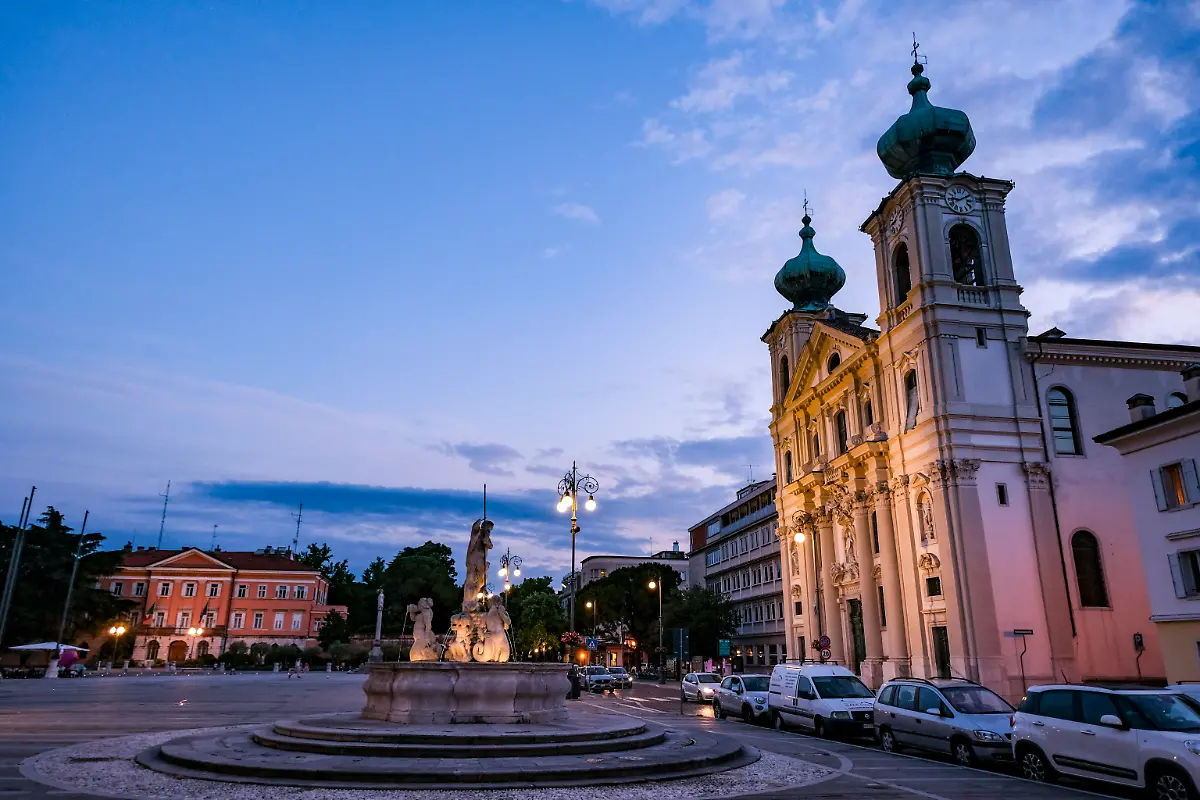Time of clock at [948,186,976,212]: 9:10
